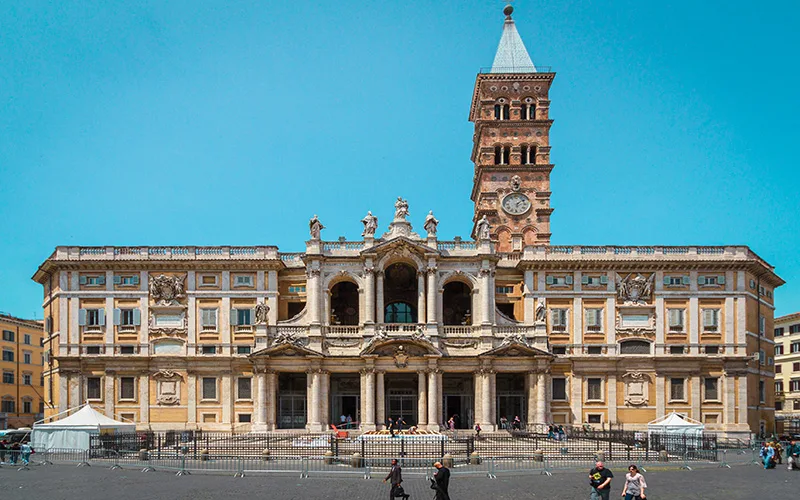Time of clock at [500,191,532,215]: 6:08
